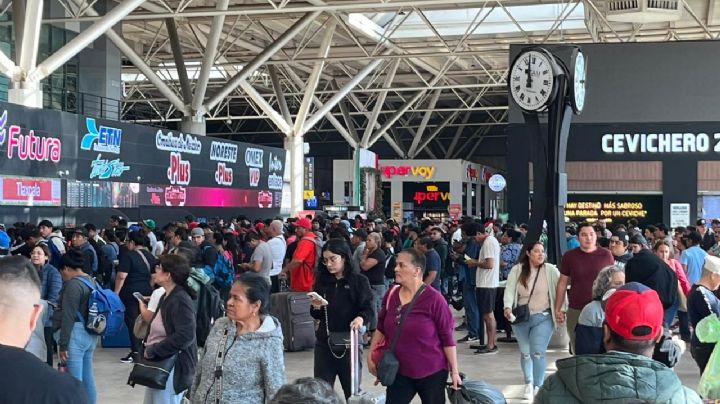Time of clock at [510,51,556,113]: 10:57
